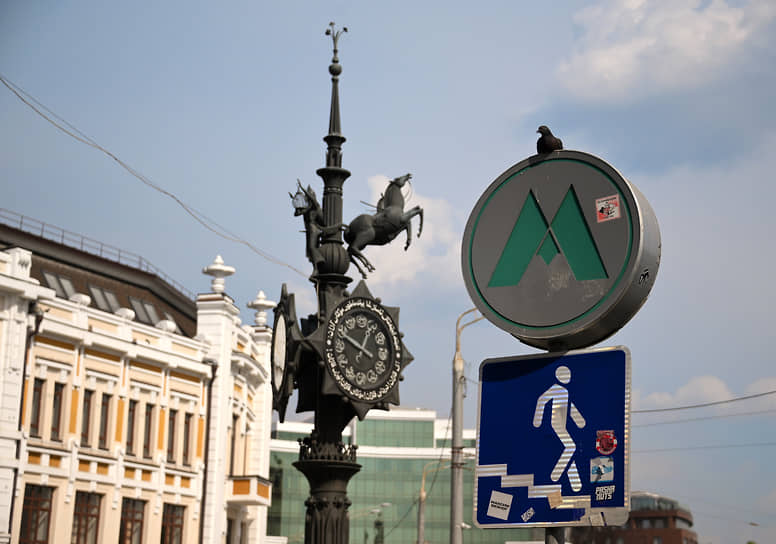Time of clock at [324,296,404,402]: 12:49
